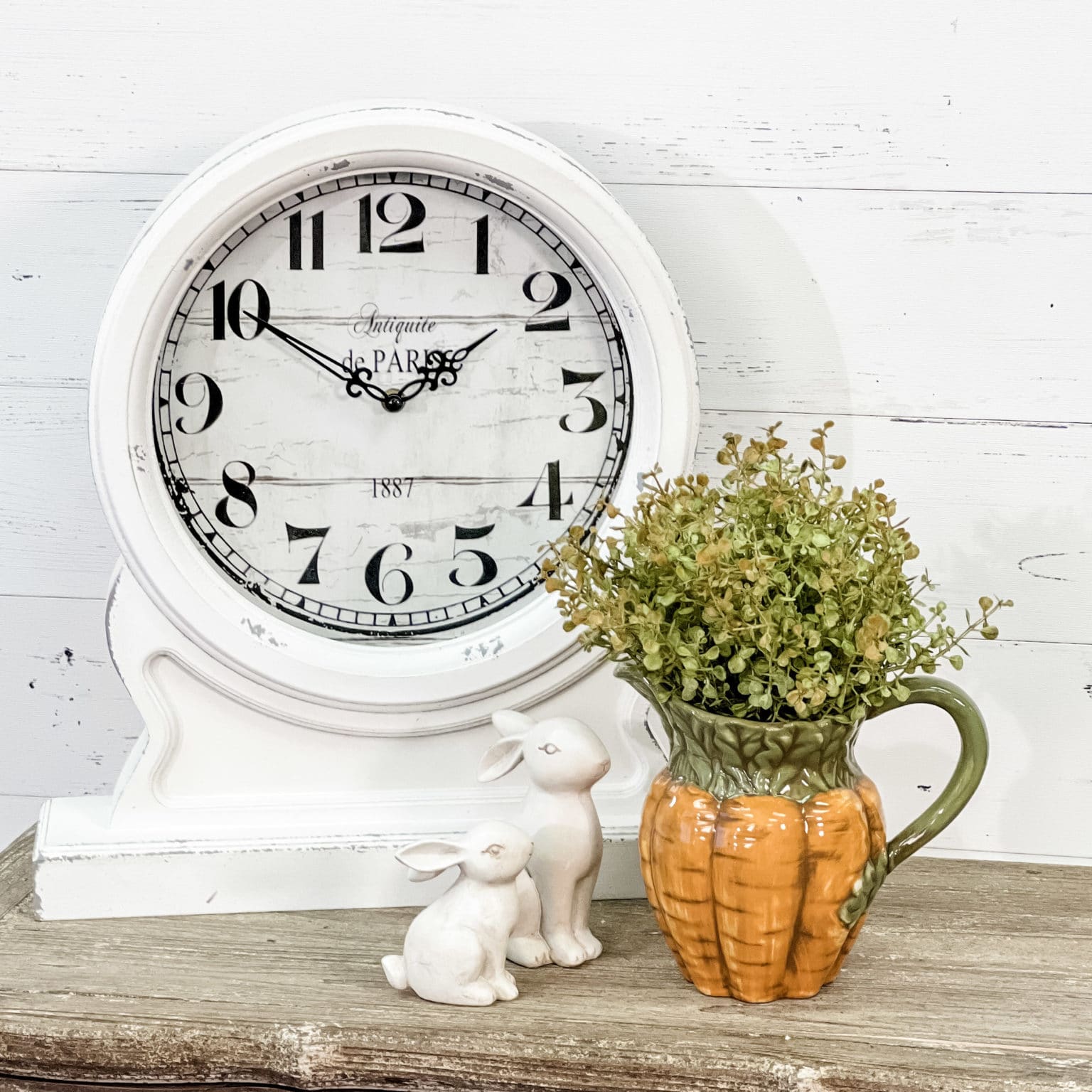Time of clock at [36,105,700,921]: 1:50
